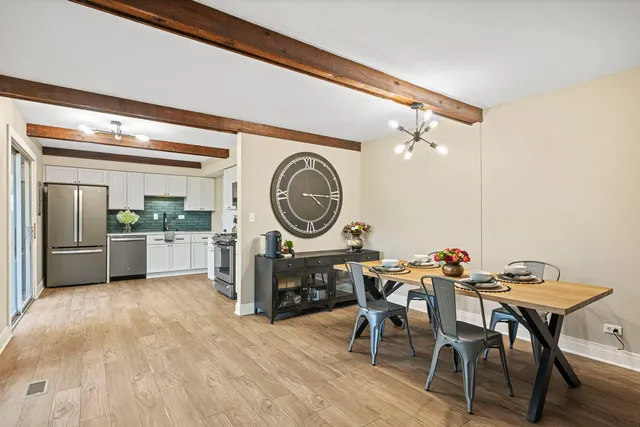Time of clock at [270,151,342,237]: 4:15
